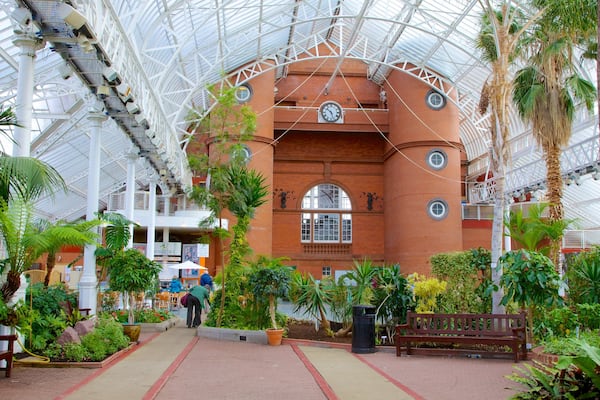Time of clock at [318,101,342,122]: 10:26
